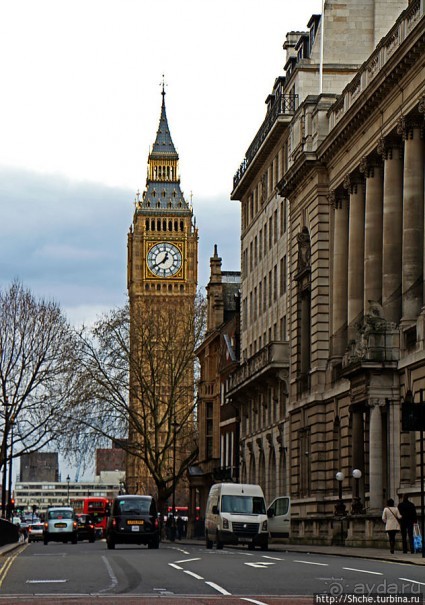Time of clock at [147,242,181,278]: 12:39
